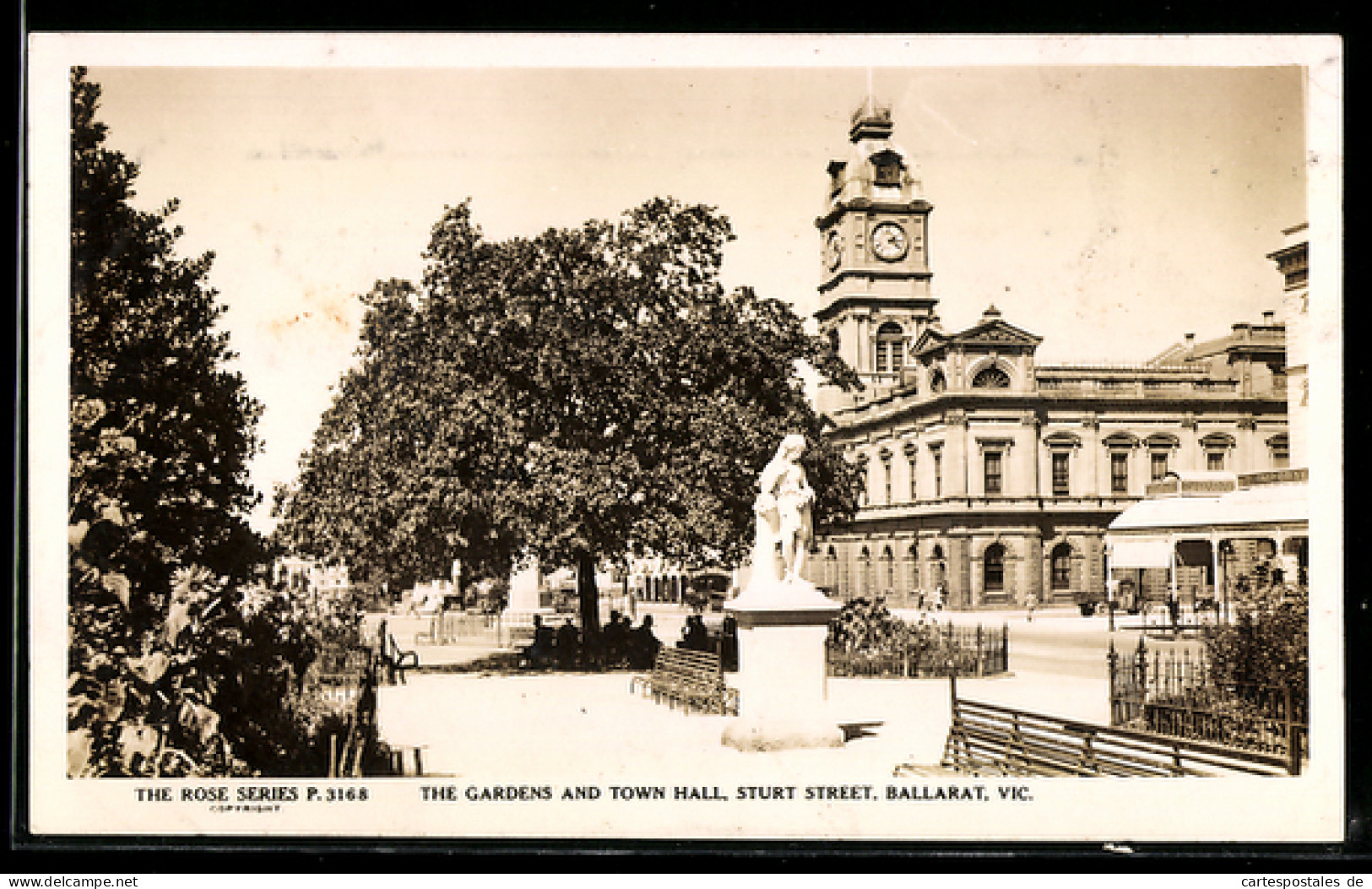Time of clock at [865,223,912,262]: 2:15
